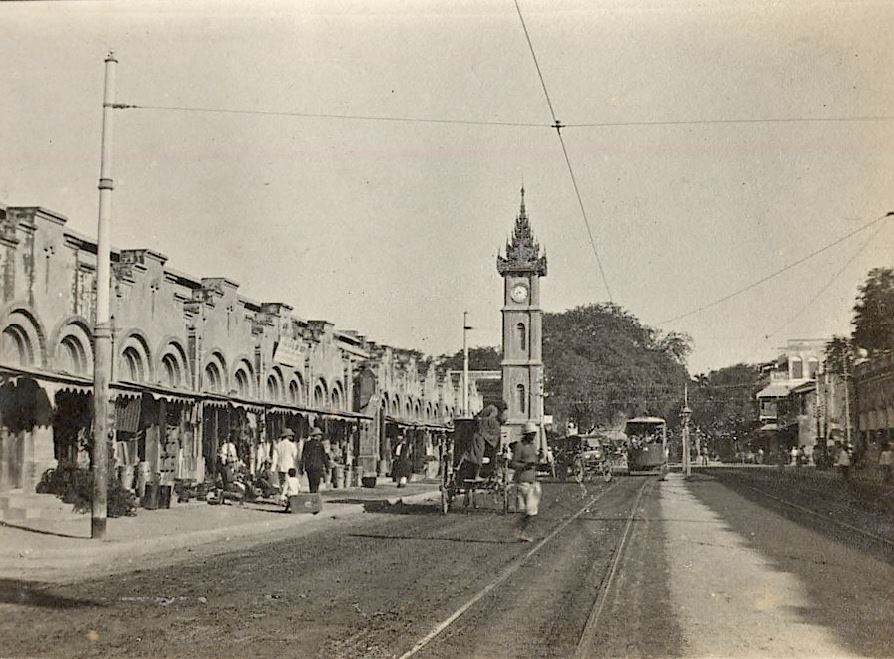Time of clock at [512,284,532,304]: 8:38
